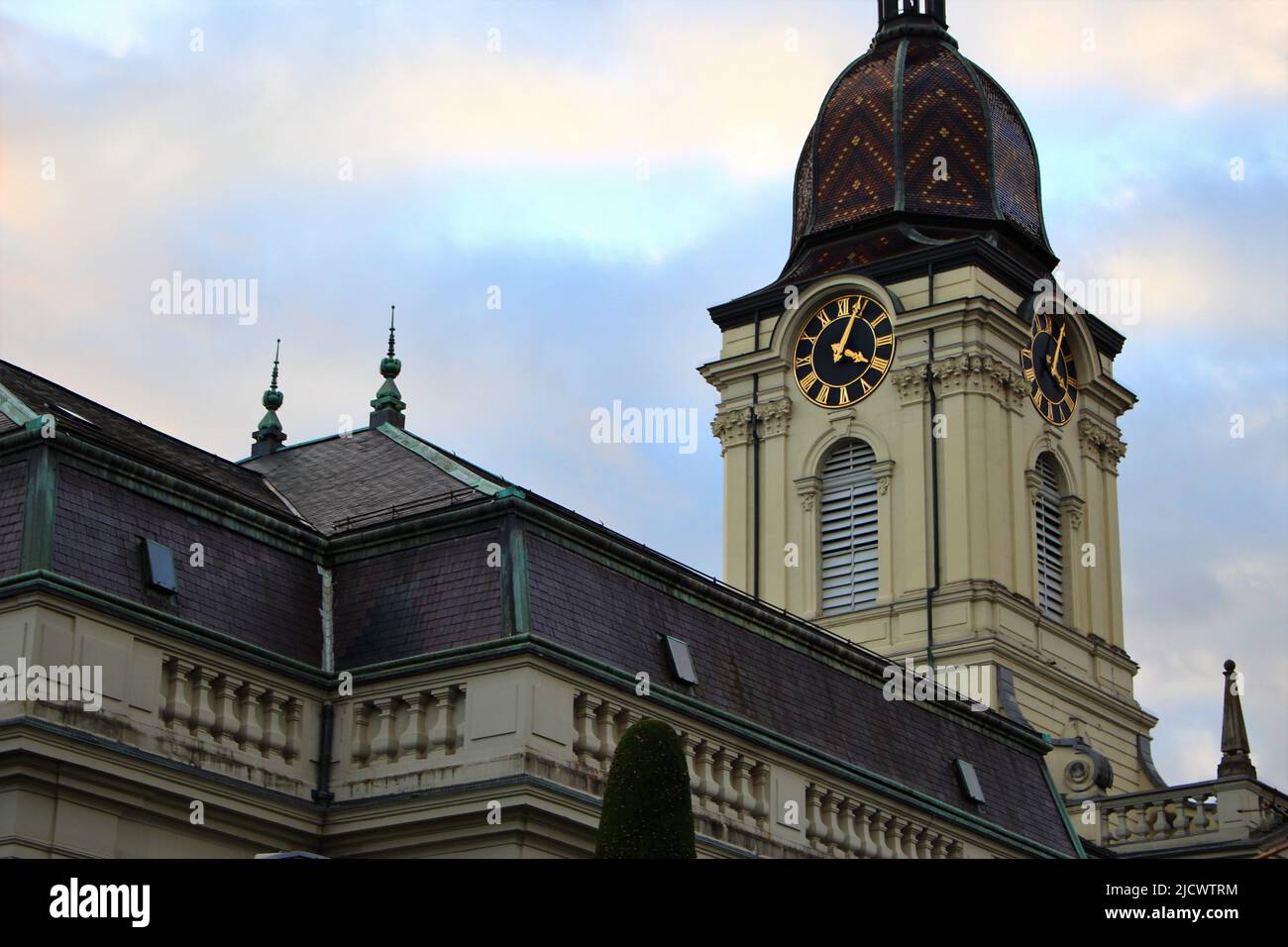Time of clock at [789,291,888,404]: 4:04
